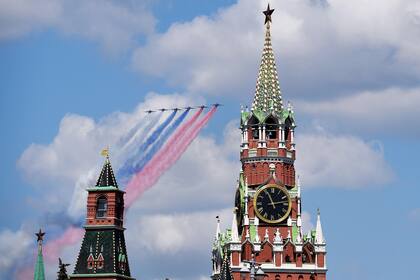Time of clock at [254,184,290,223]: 11:13
